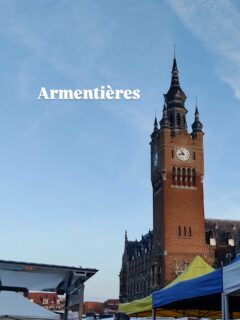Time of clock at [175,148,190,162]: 8:54
